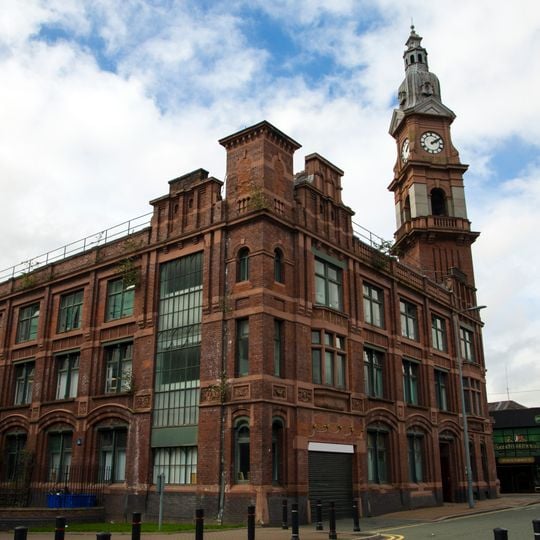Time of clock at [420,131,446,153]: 2:09
